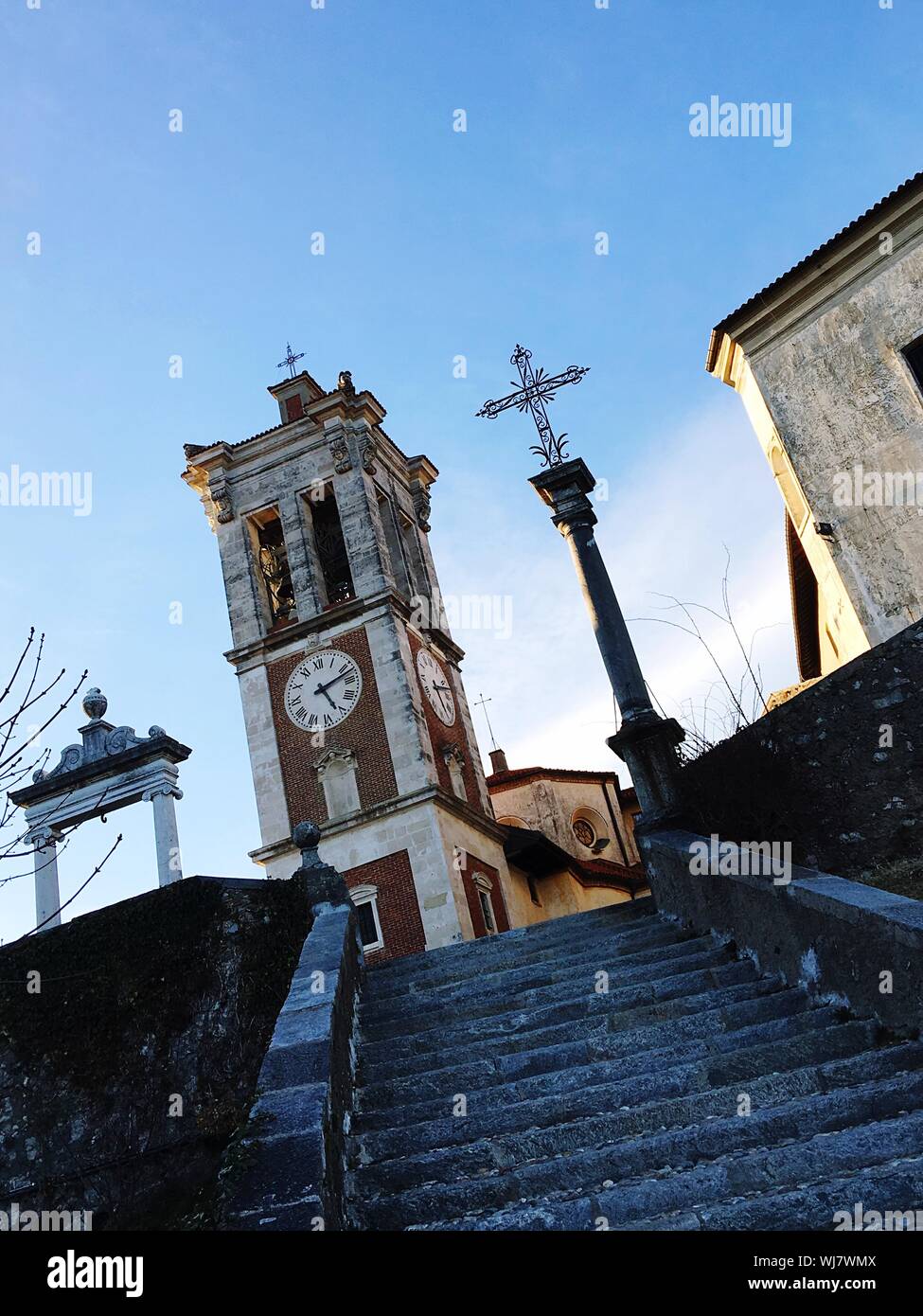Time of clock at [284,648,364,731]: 5:12
